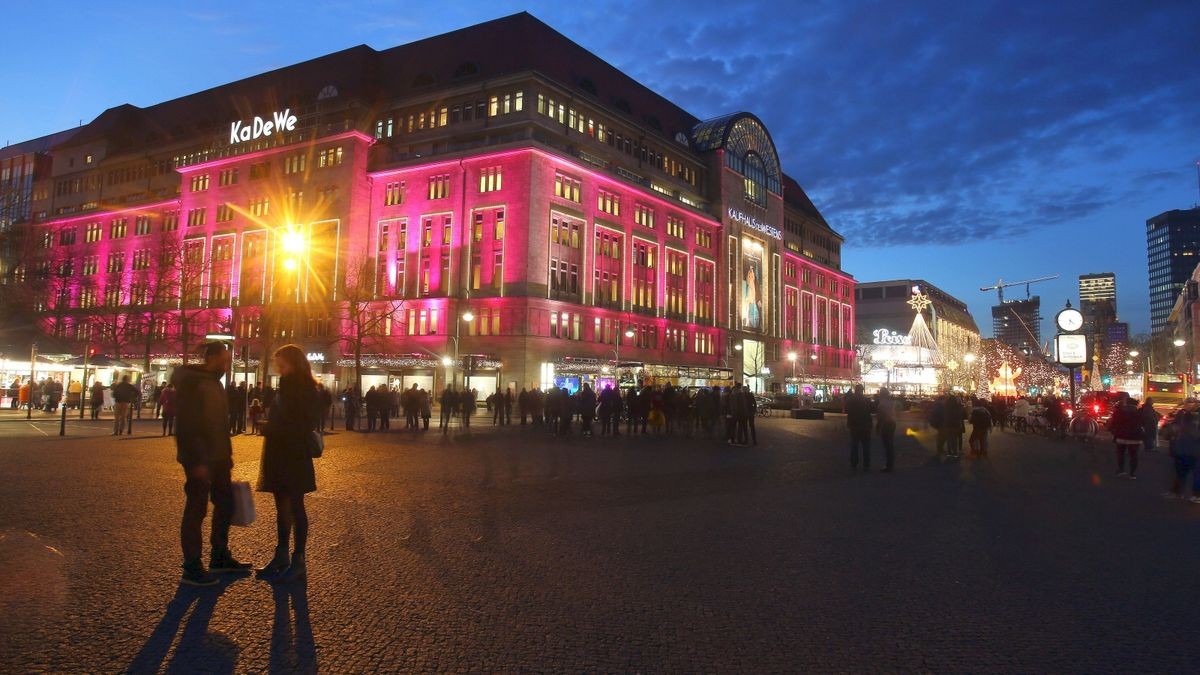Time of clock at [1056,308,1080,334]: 4:33
